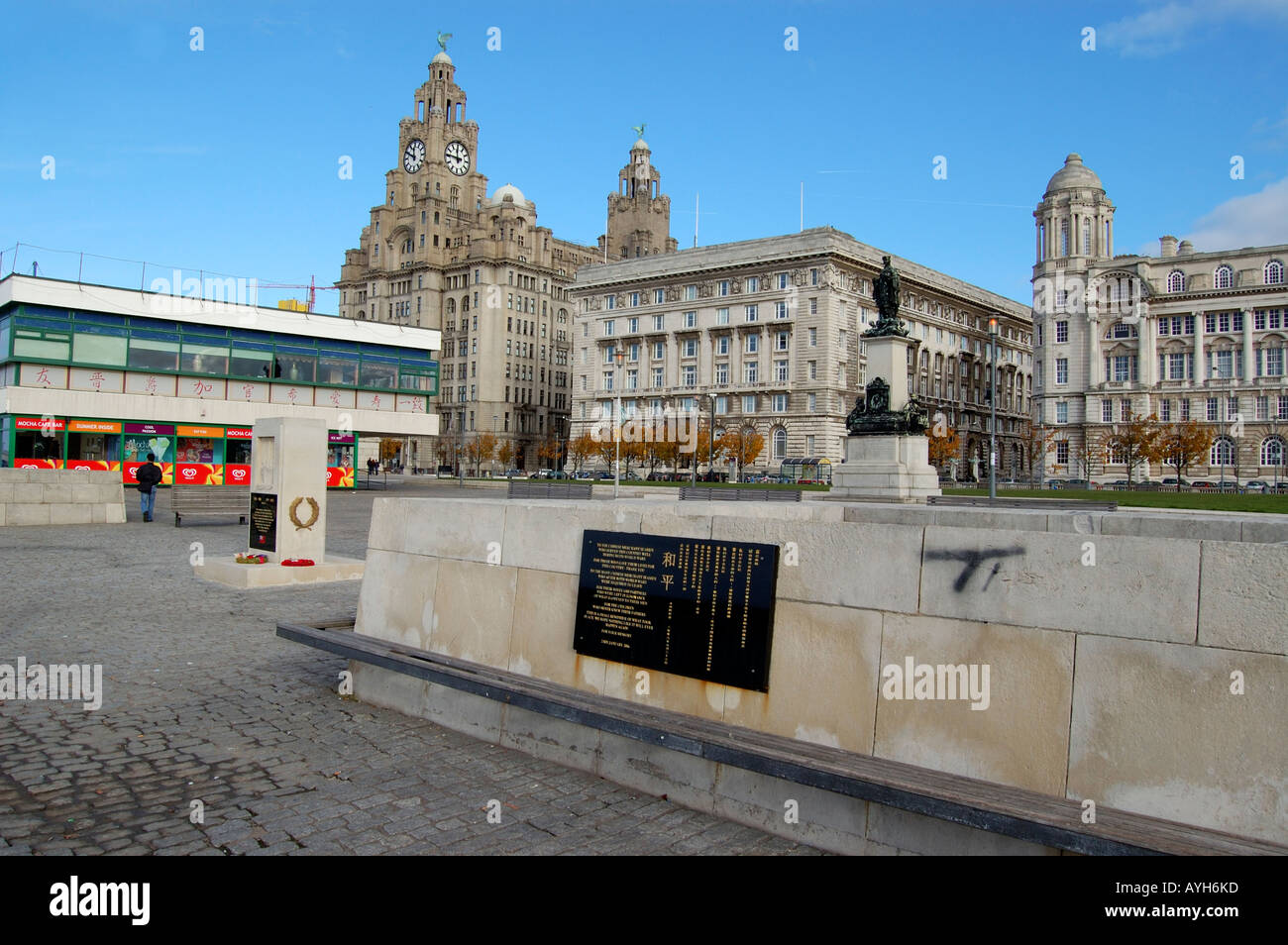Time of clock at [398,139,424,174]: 11:49
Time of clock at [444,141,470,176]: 11:45
